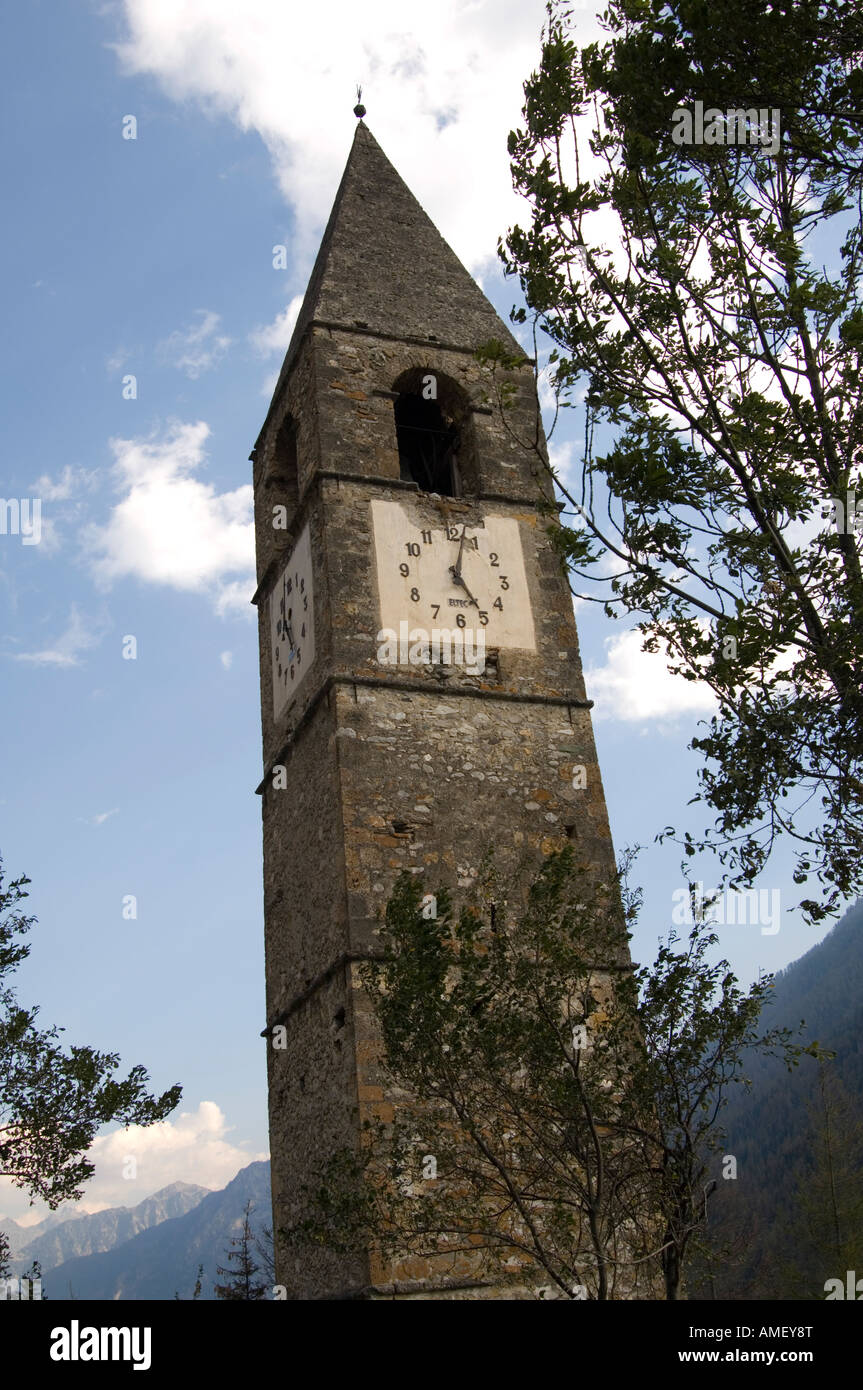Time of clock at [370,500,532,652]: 5:02
